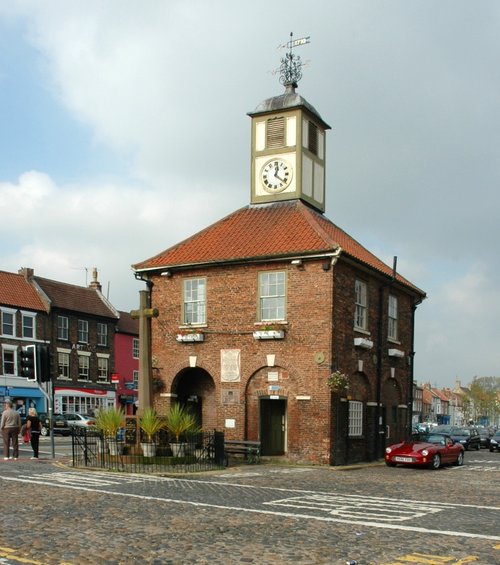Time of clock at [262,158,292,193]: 12:21
